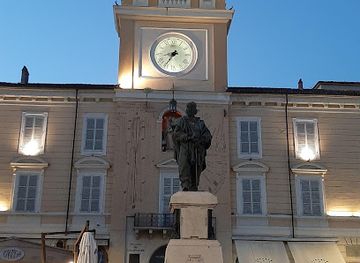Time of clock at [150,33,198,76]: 8:36
